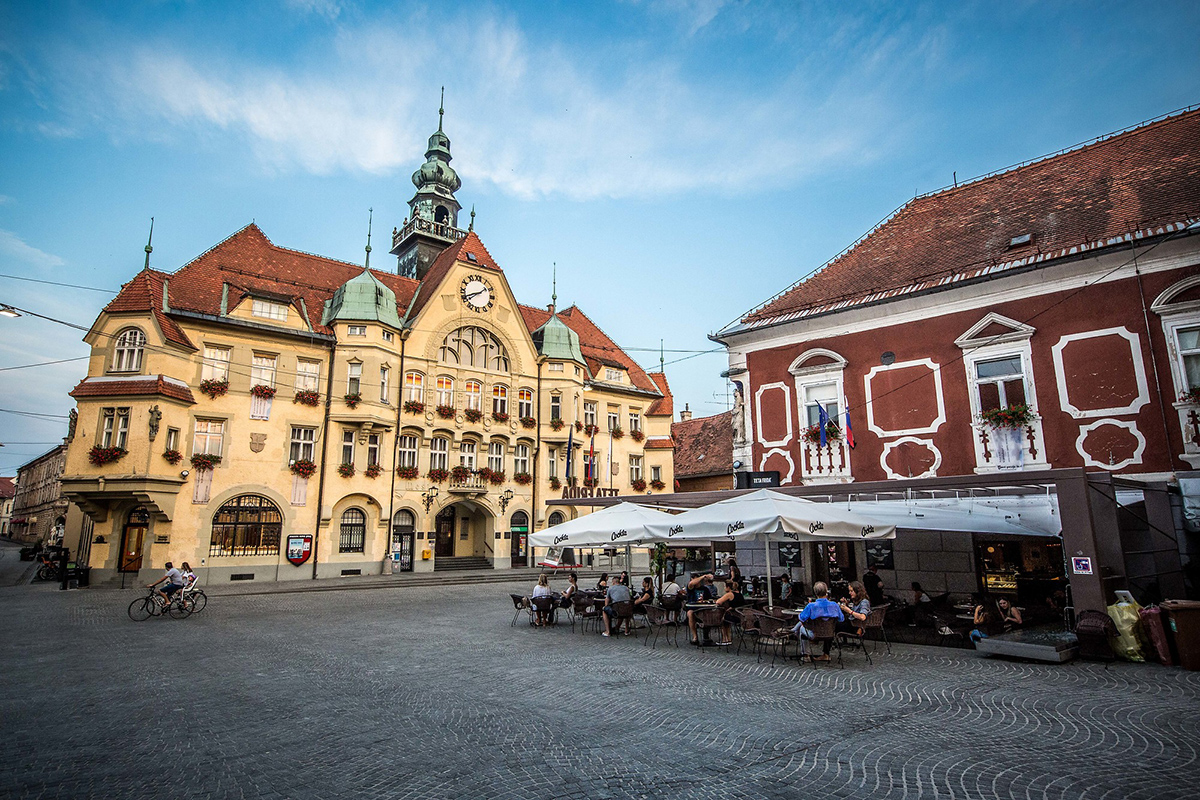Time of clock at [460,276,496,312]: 1:41
